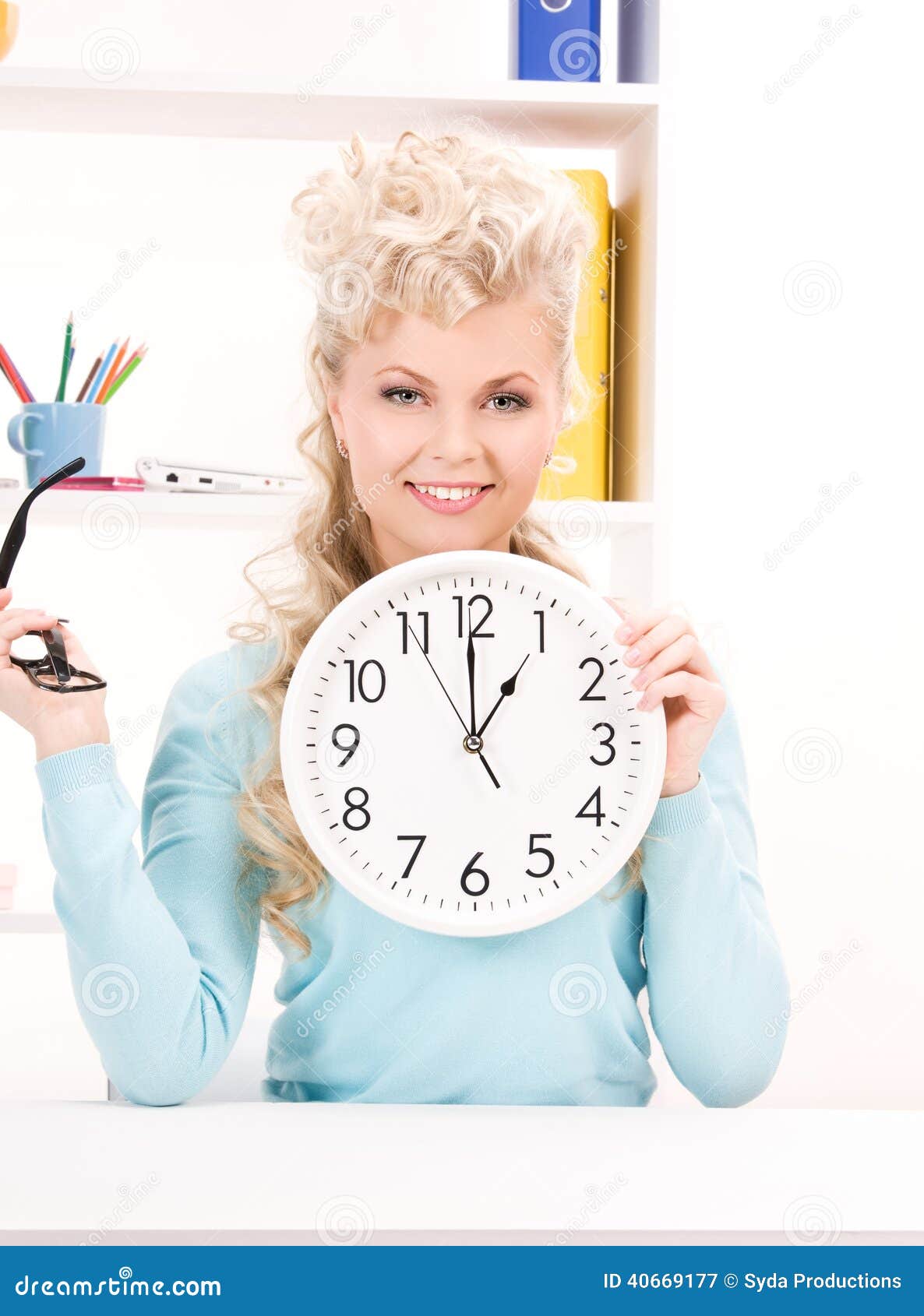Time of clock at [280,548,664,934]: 12:59
